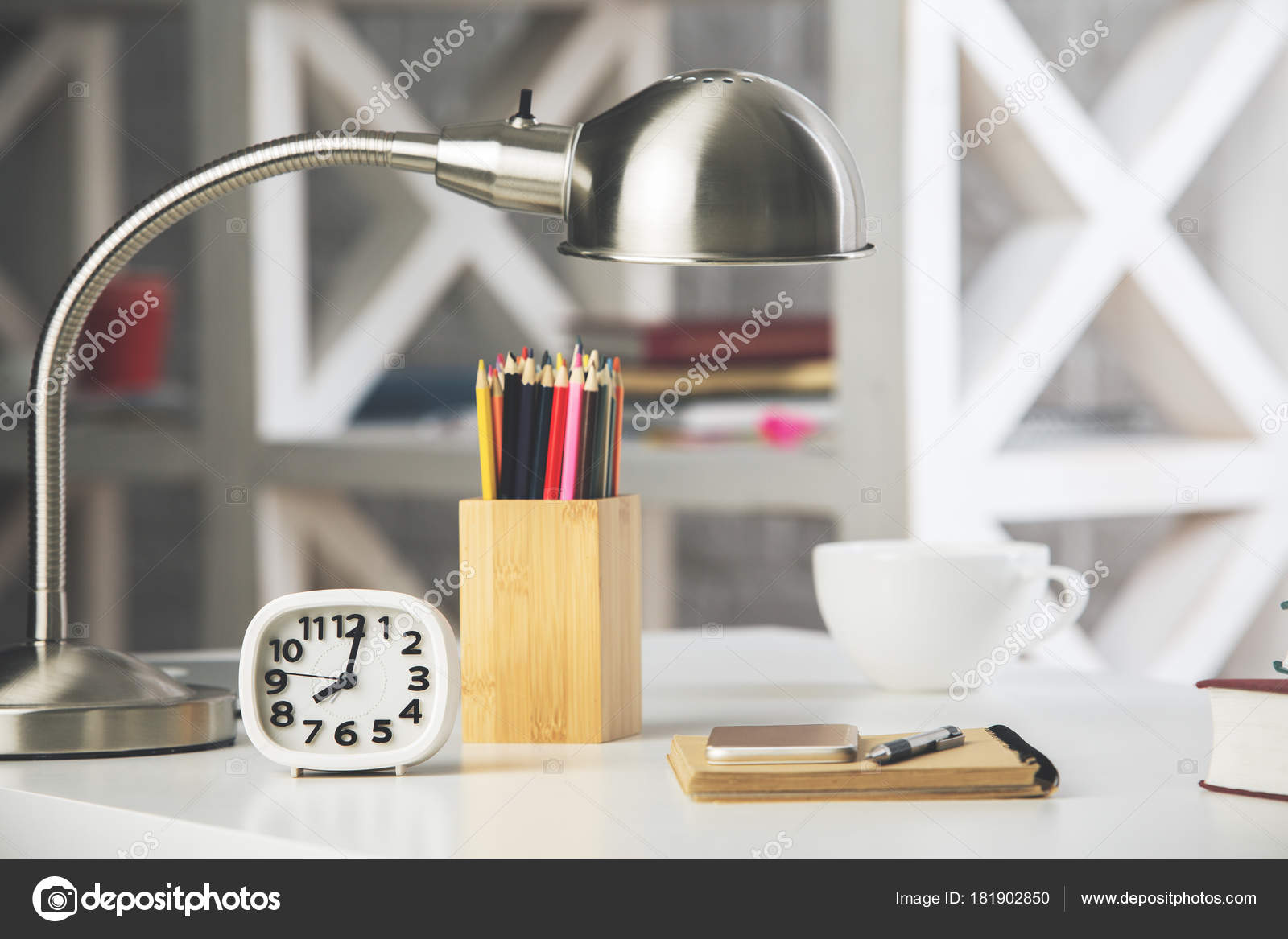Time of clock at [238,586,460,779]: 8:02
